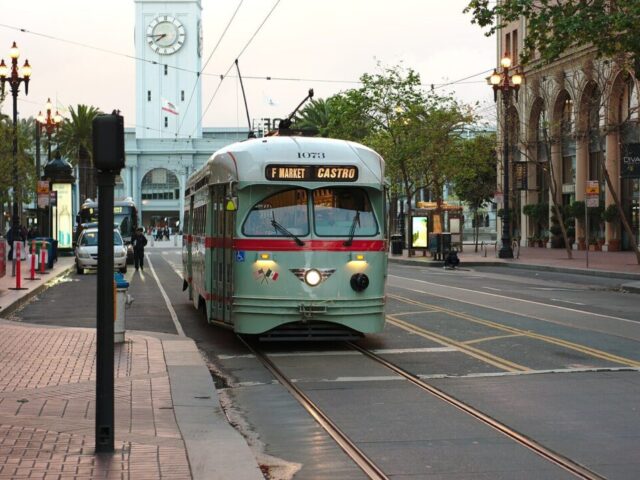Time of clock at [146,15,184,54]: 7:44
